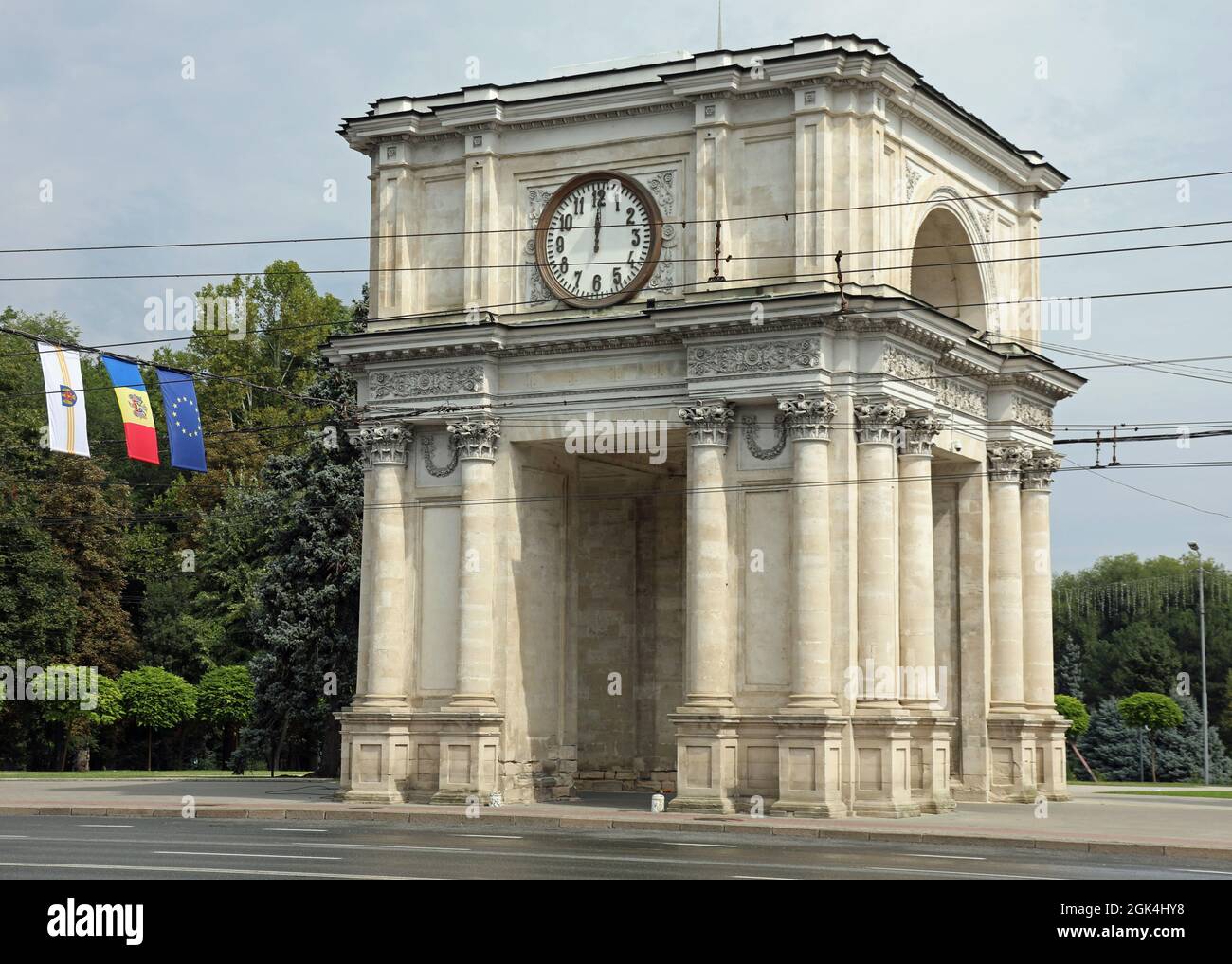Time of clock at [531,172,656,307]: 12:00
